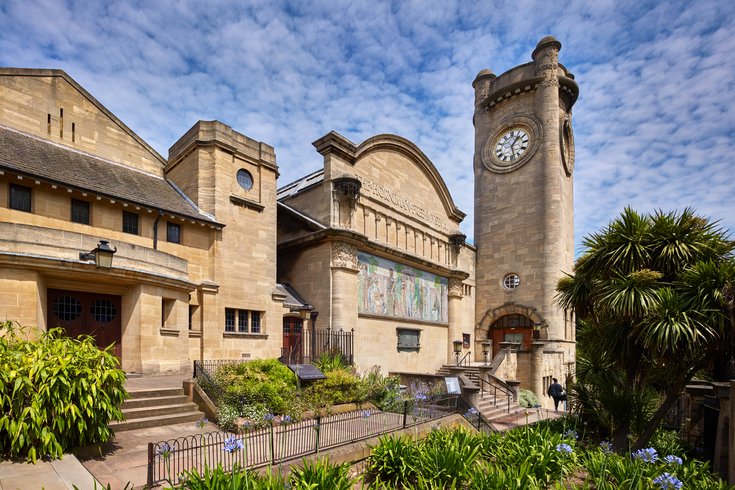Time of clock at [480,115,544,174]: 1:28
